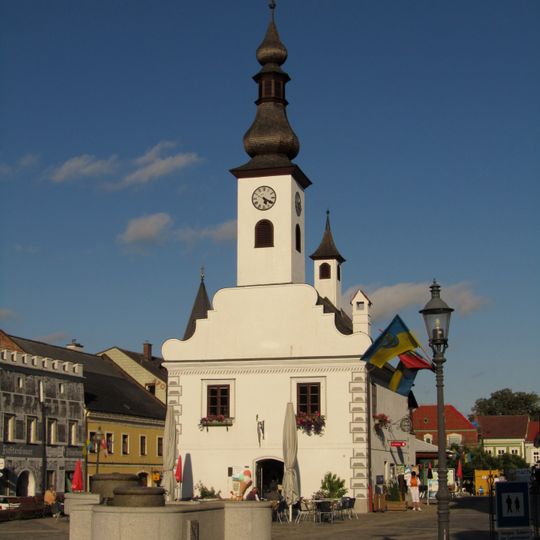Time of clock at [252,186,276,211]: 5:19
